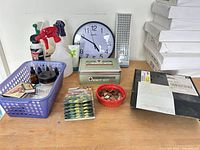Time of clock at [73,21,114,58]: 4:49
